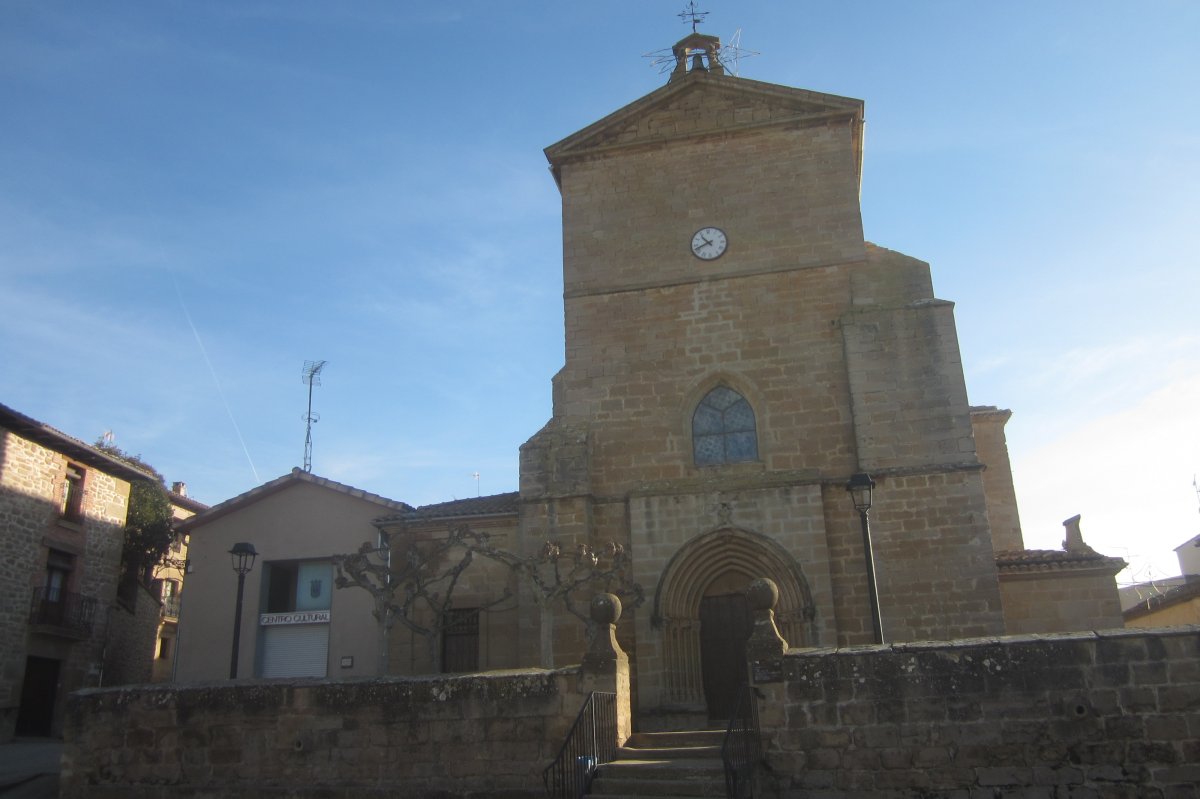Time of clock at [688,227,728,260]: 10:41
